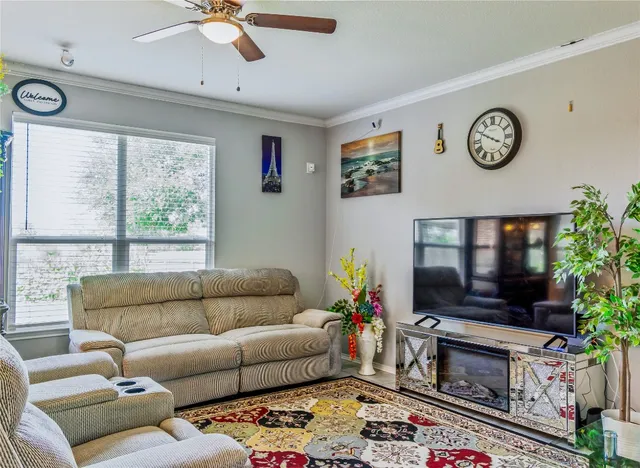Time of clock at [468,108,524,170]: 3:49
